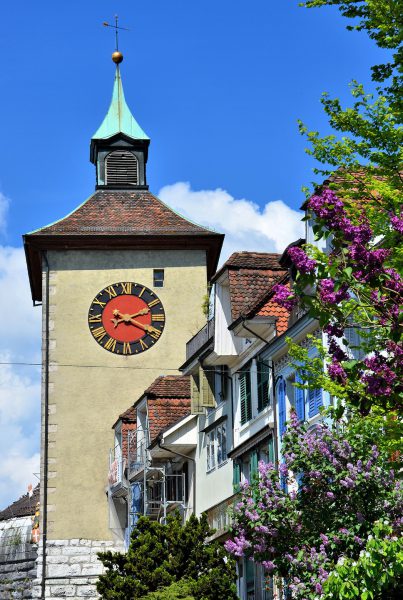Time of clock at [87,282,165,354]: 2:19
